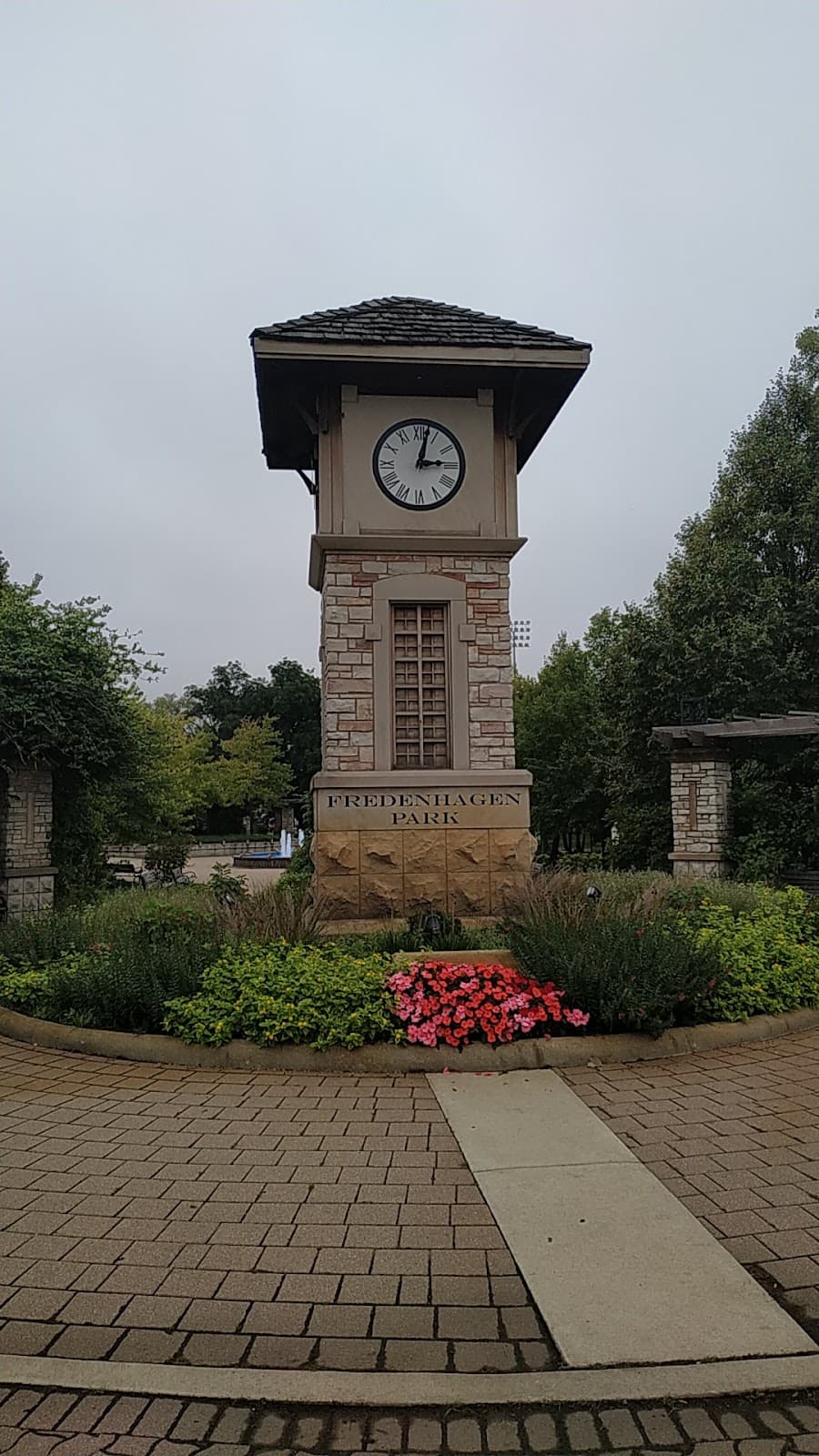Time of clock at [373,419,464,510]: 3:02
